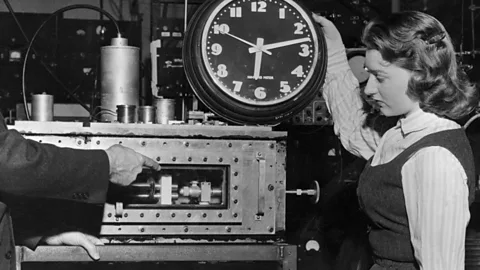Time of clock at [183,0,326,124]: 6:12
